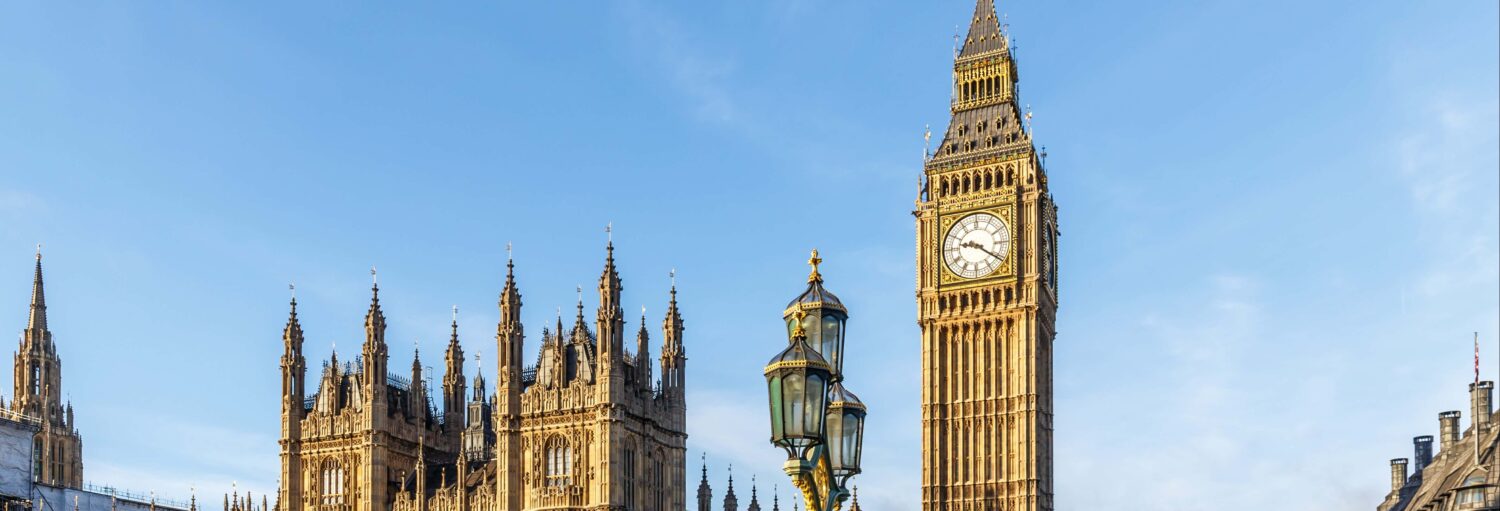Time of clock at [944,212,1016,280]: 9:20
